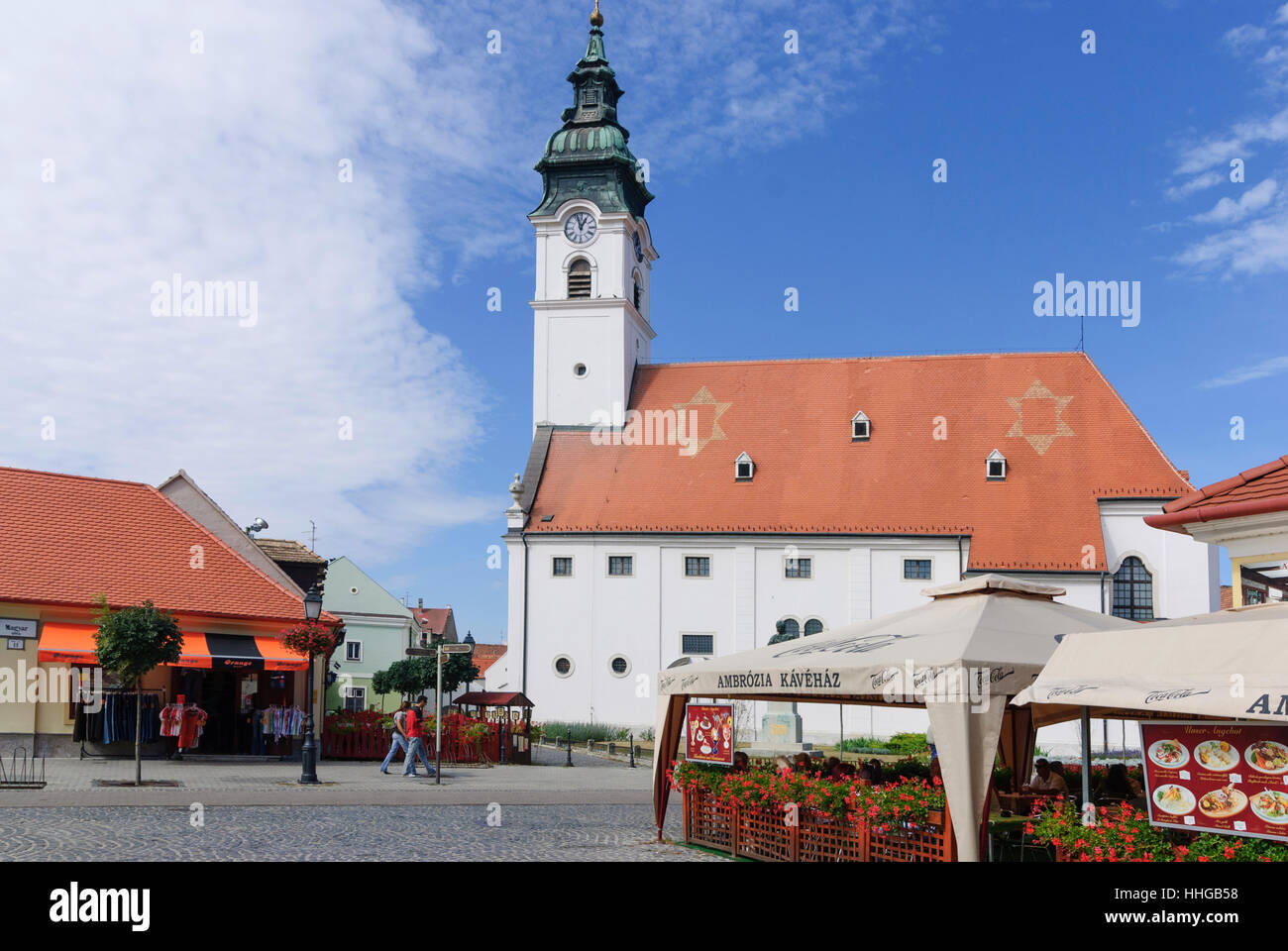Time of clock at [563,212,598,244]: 12:57
